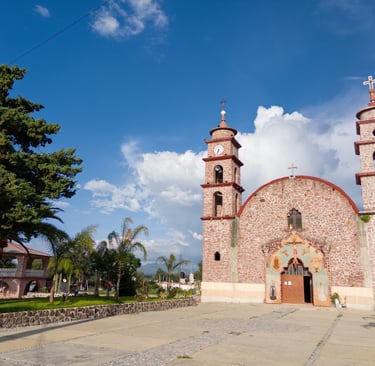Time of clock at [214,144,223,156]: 6:32
